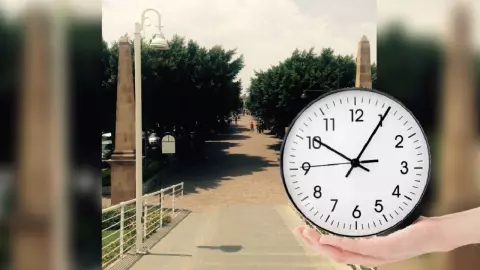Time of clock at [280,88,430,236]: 10:05
